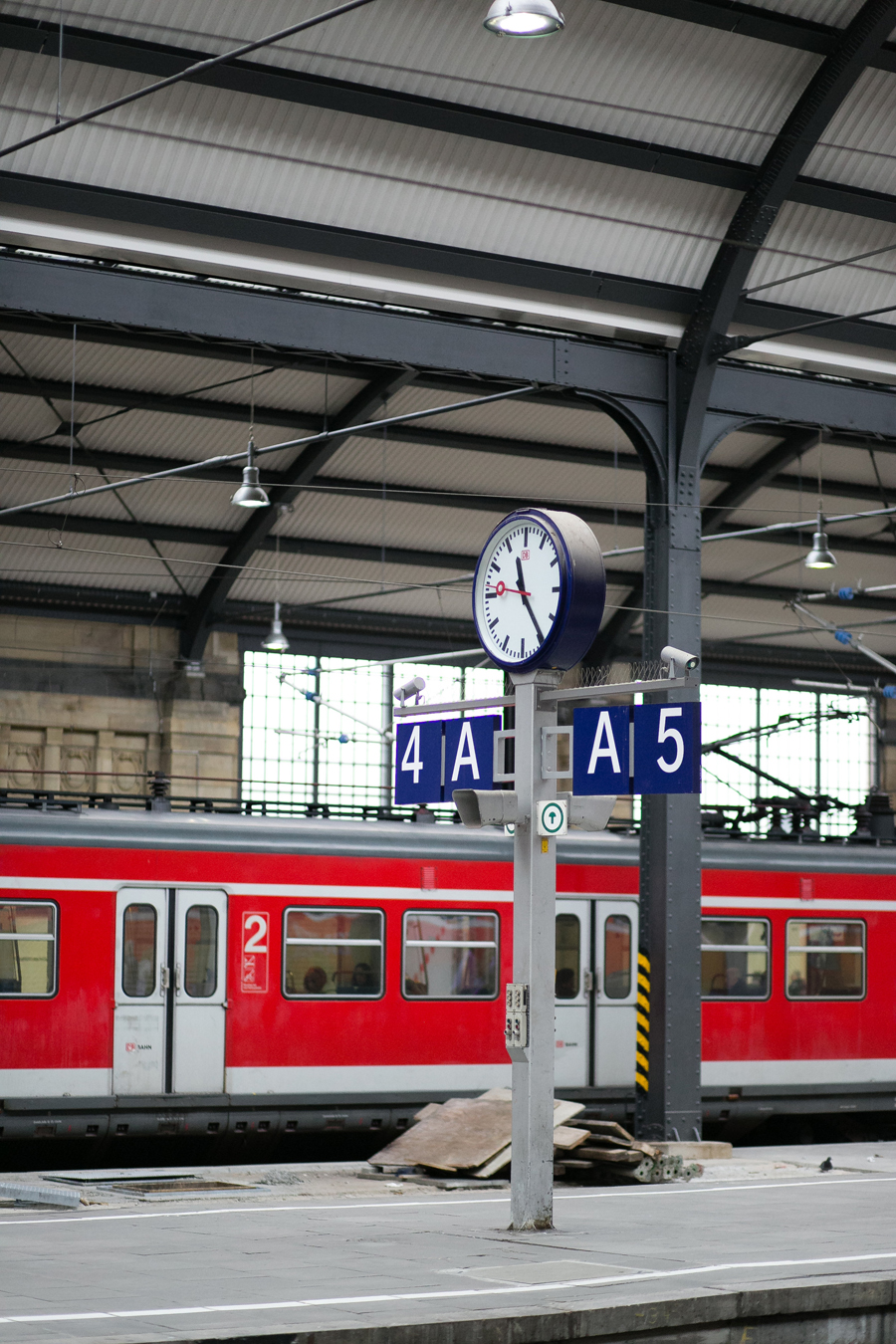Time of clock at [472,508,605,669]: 11:24
